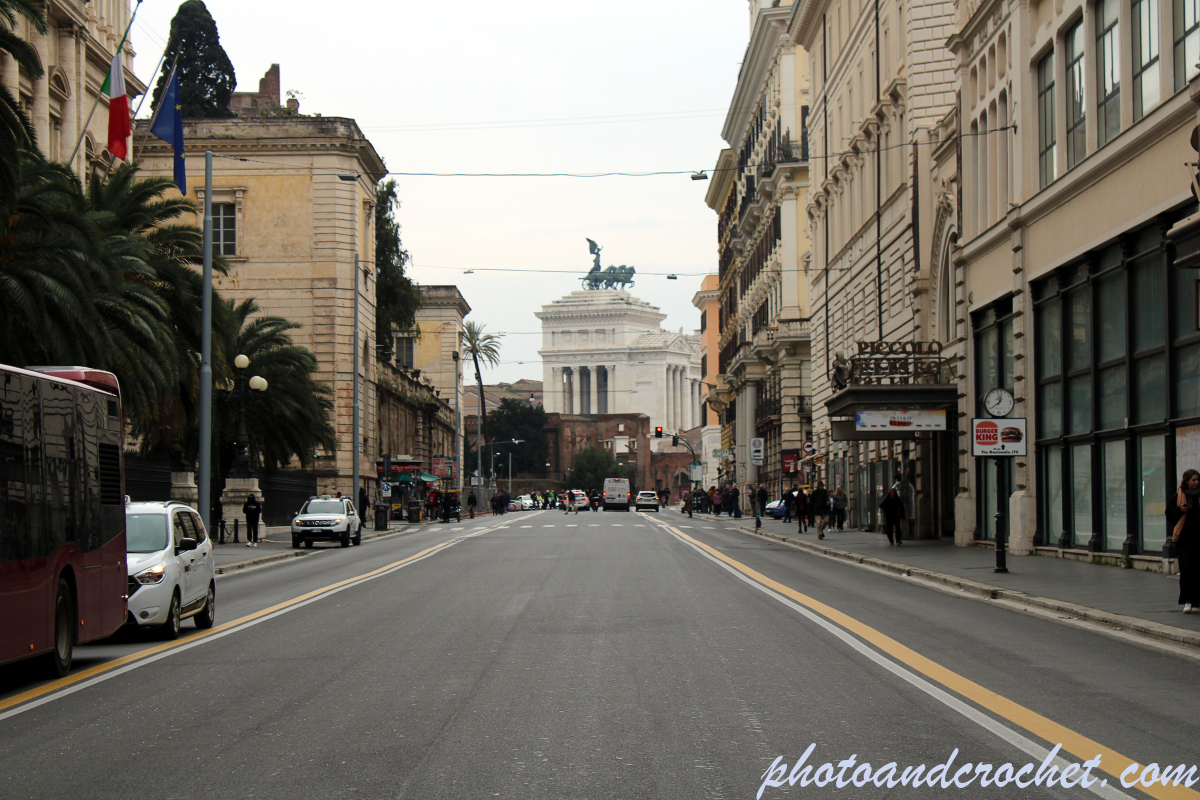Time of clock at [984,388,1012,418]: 12:38
